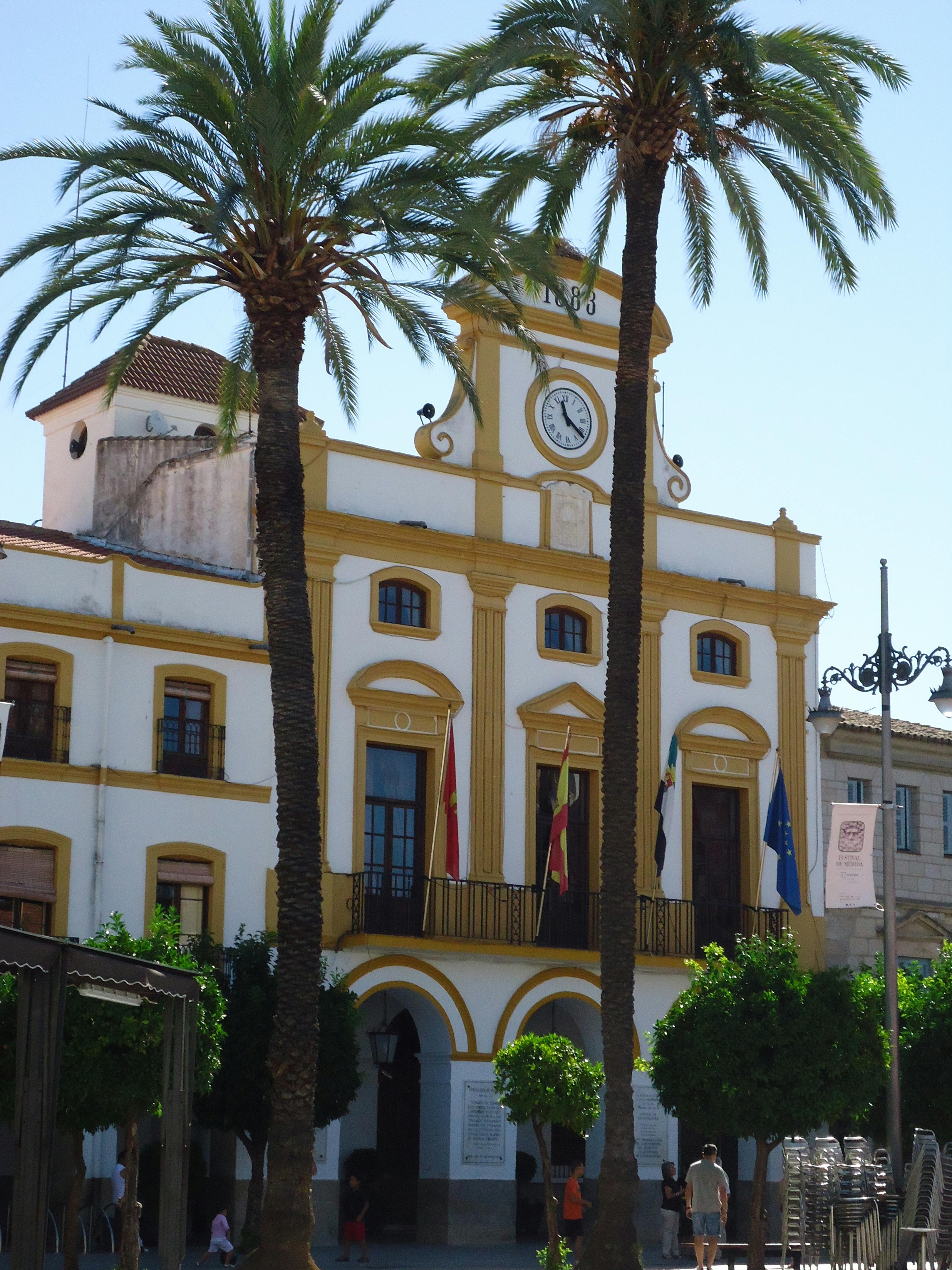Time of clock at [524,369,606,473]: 11:21
